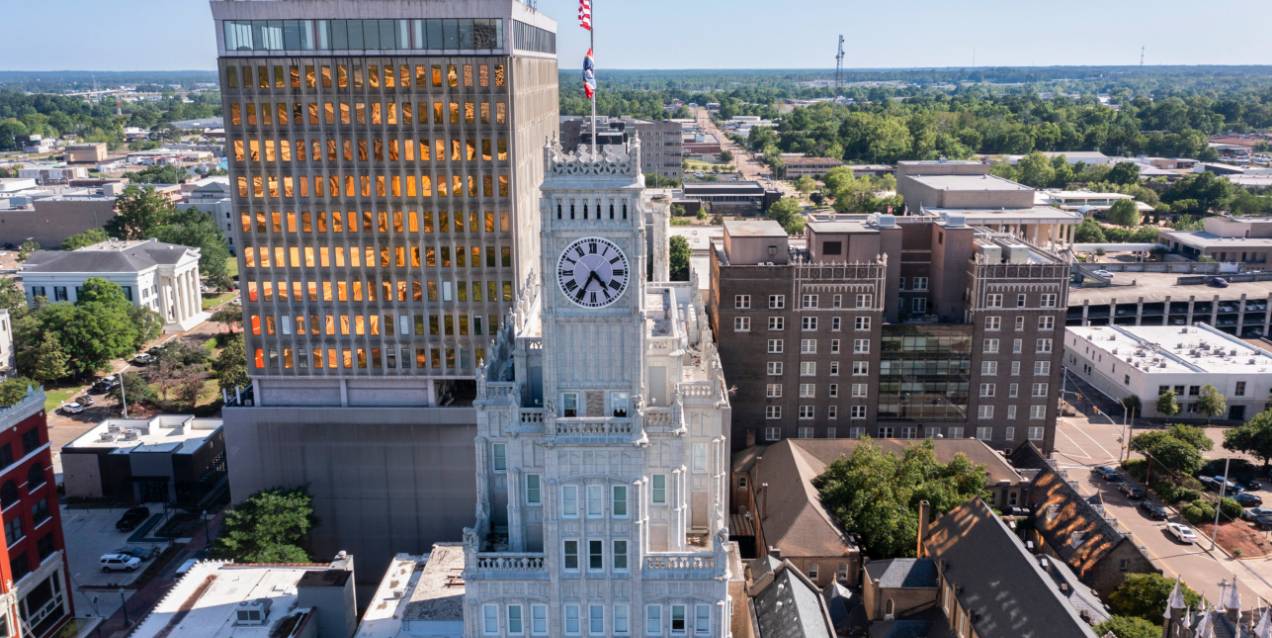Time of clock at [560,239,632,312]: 4:35
